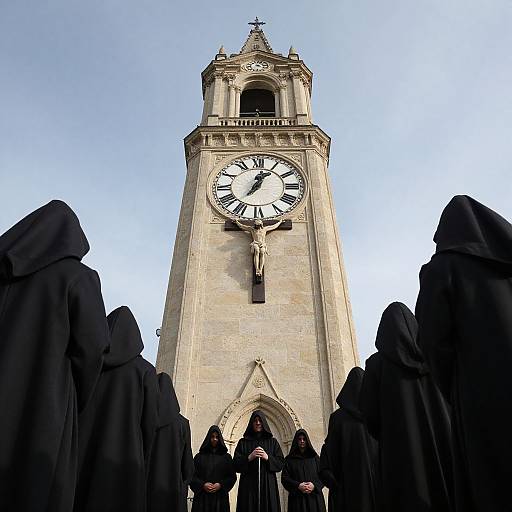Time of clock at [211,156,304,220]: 1:02
